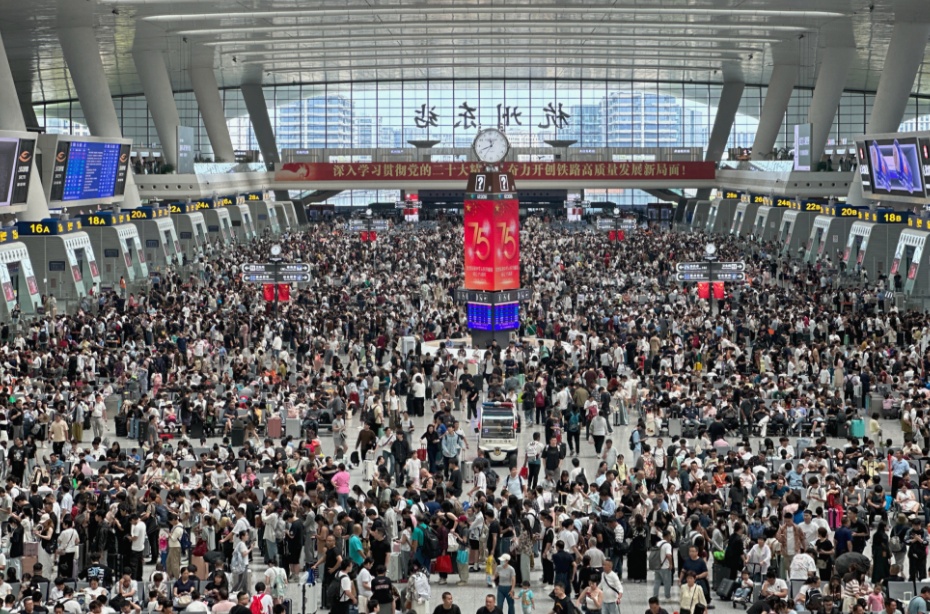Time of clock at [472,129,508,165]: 11:41
